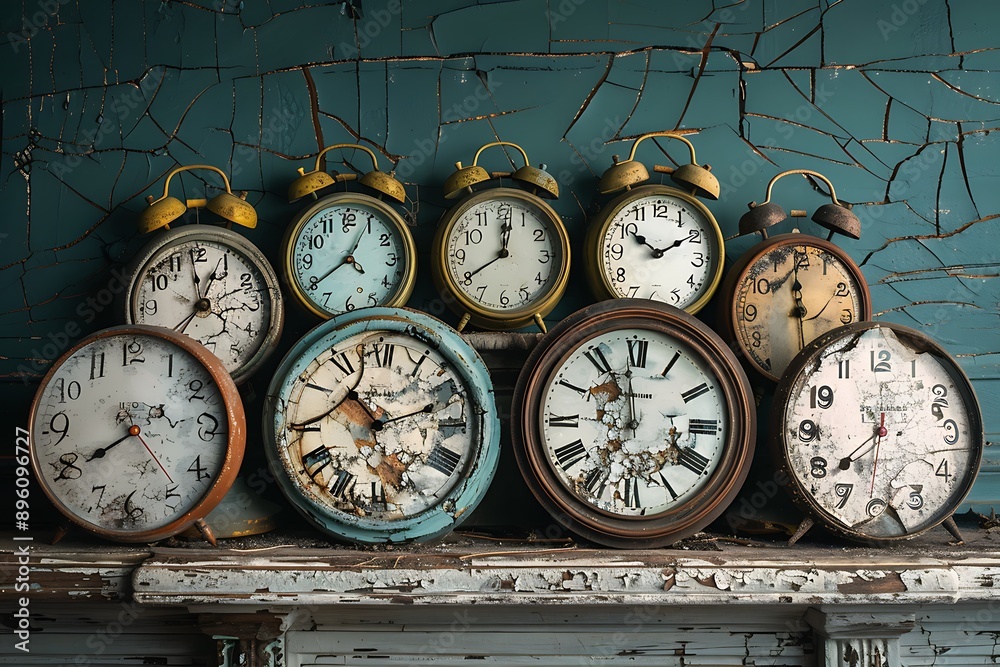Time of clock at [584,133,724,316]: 10:09
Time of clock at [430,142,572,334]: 12:01
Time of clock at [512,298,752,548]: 11:35
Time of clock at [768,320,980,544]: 7:31
